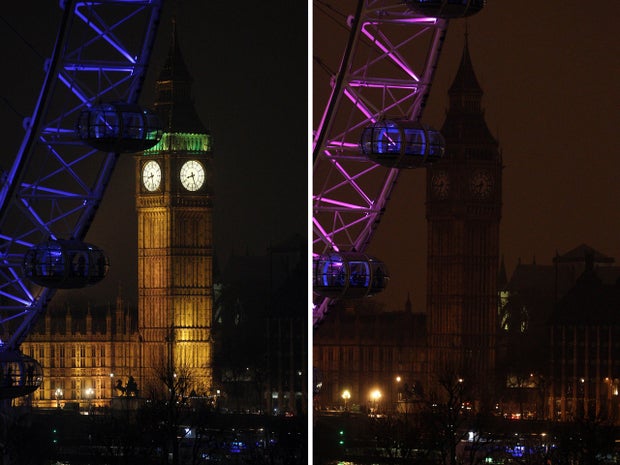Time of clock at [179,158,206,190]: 8:26
